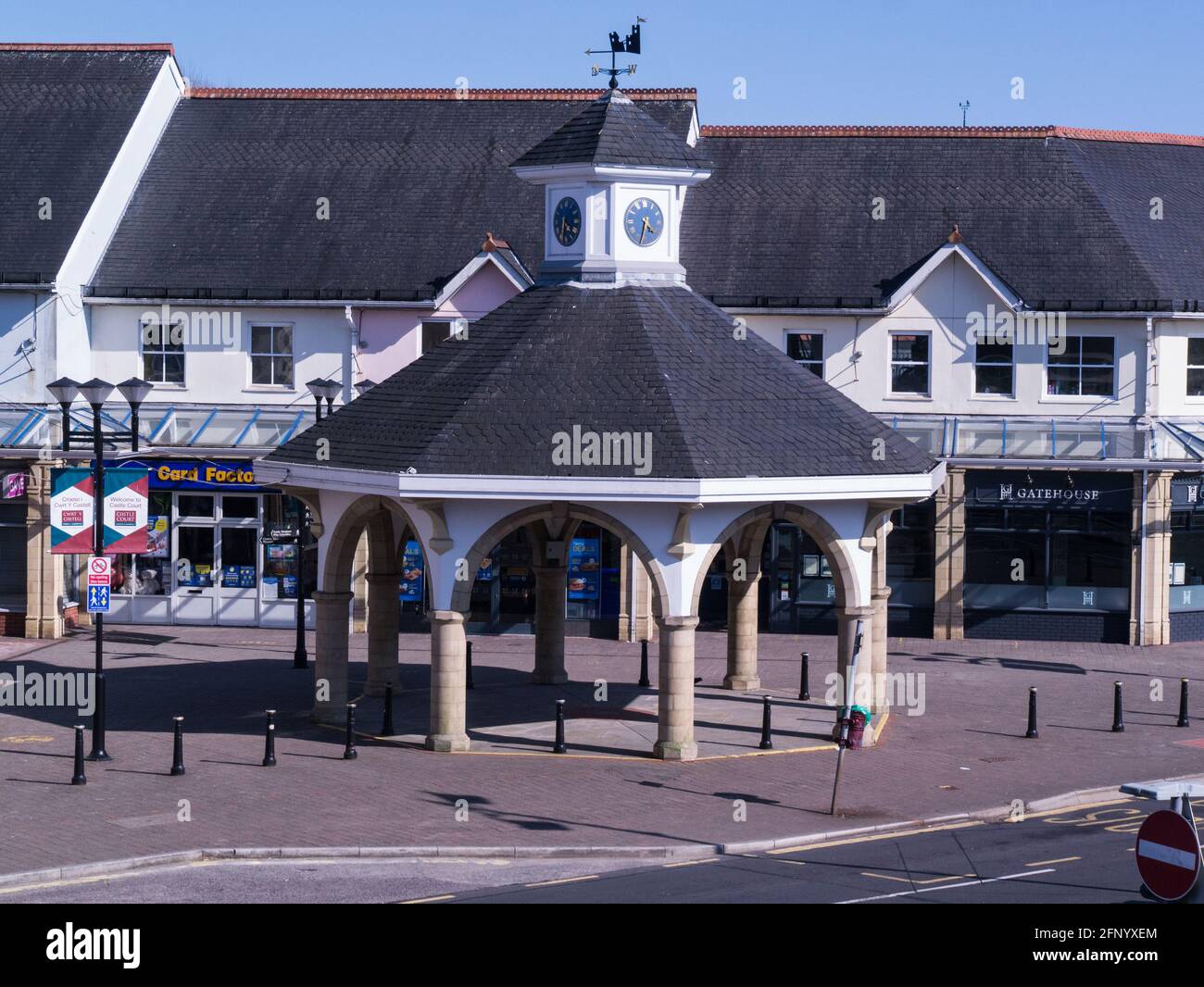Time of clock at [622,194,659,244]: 4:32
